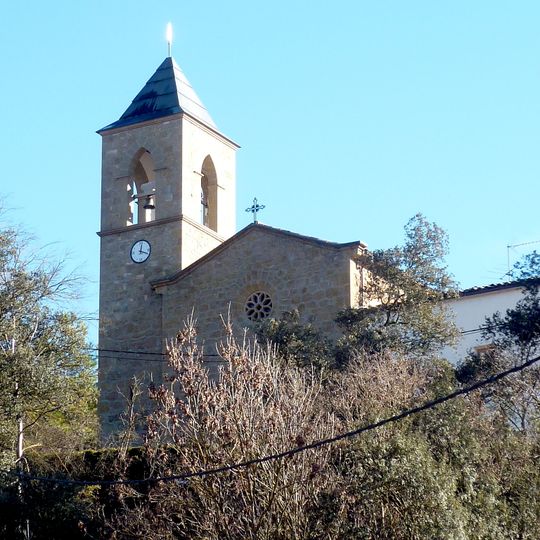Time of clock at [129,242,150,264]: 12:18
